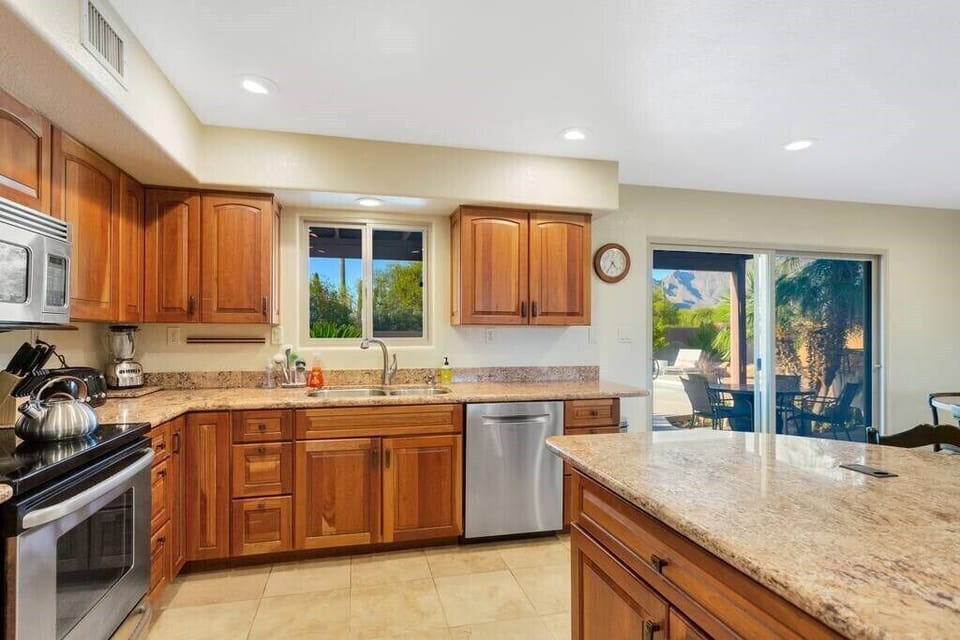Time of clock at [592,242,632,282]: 4:35
